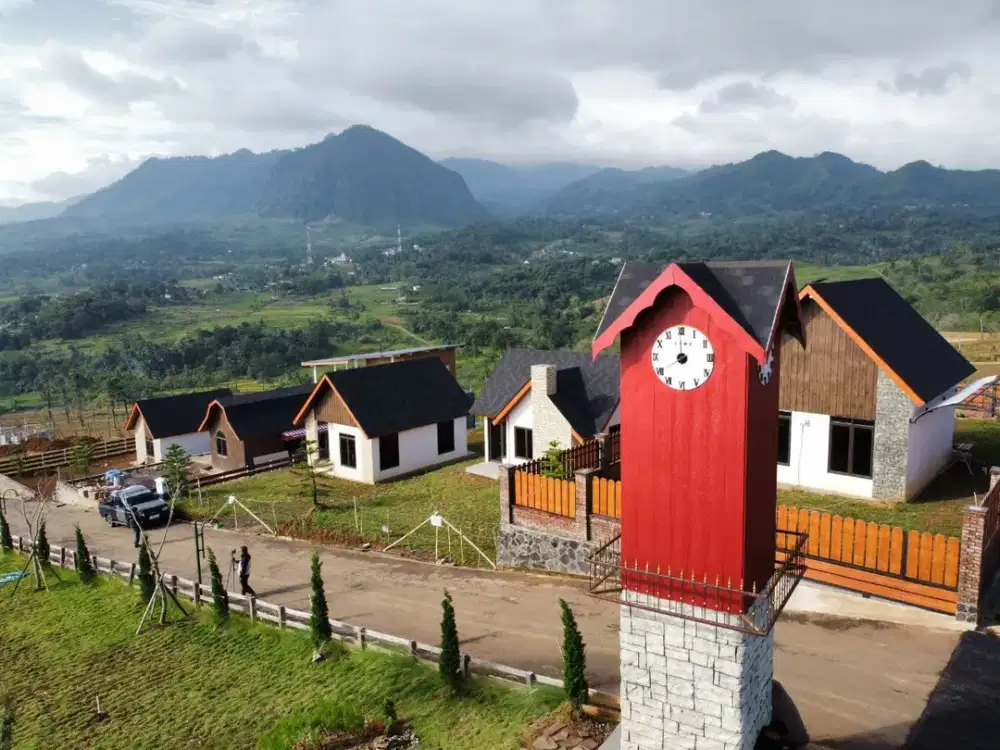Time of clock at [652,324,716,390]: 7:59
